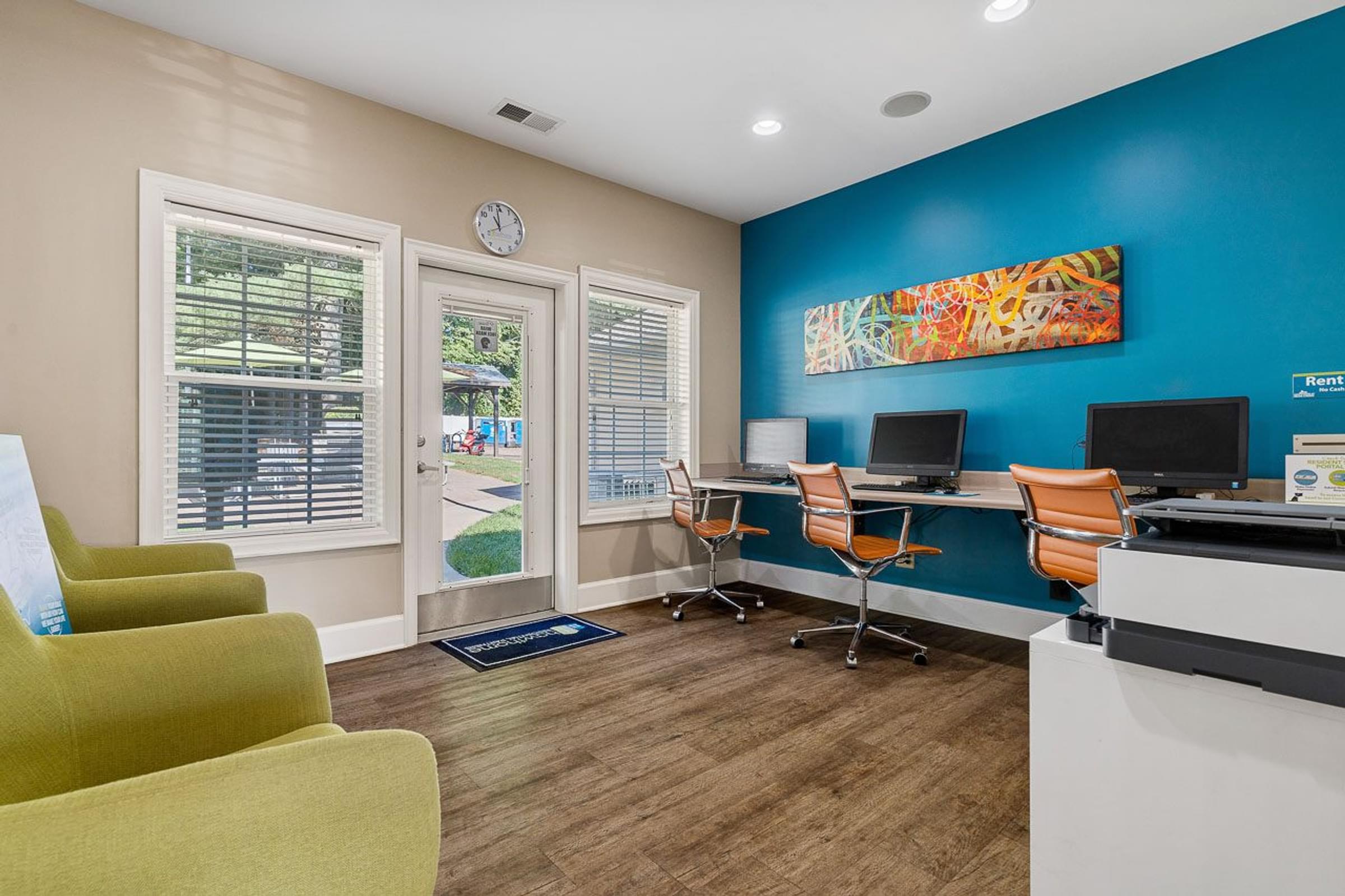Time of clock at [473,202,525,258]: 10:59
